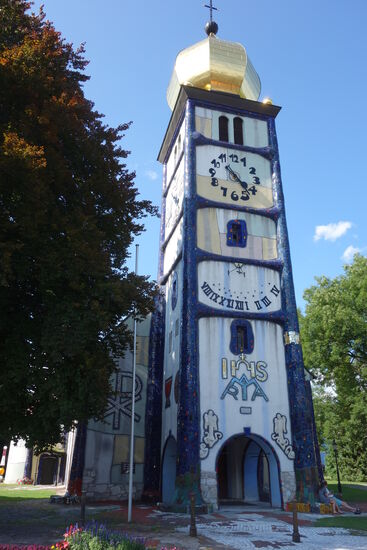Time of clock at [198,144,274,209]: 4:23
